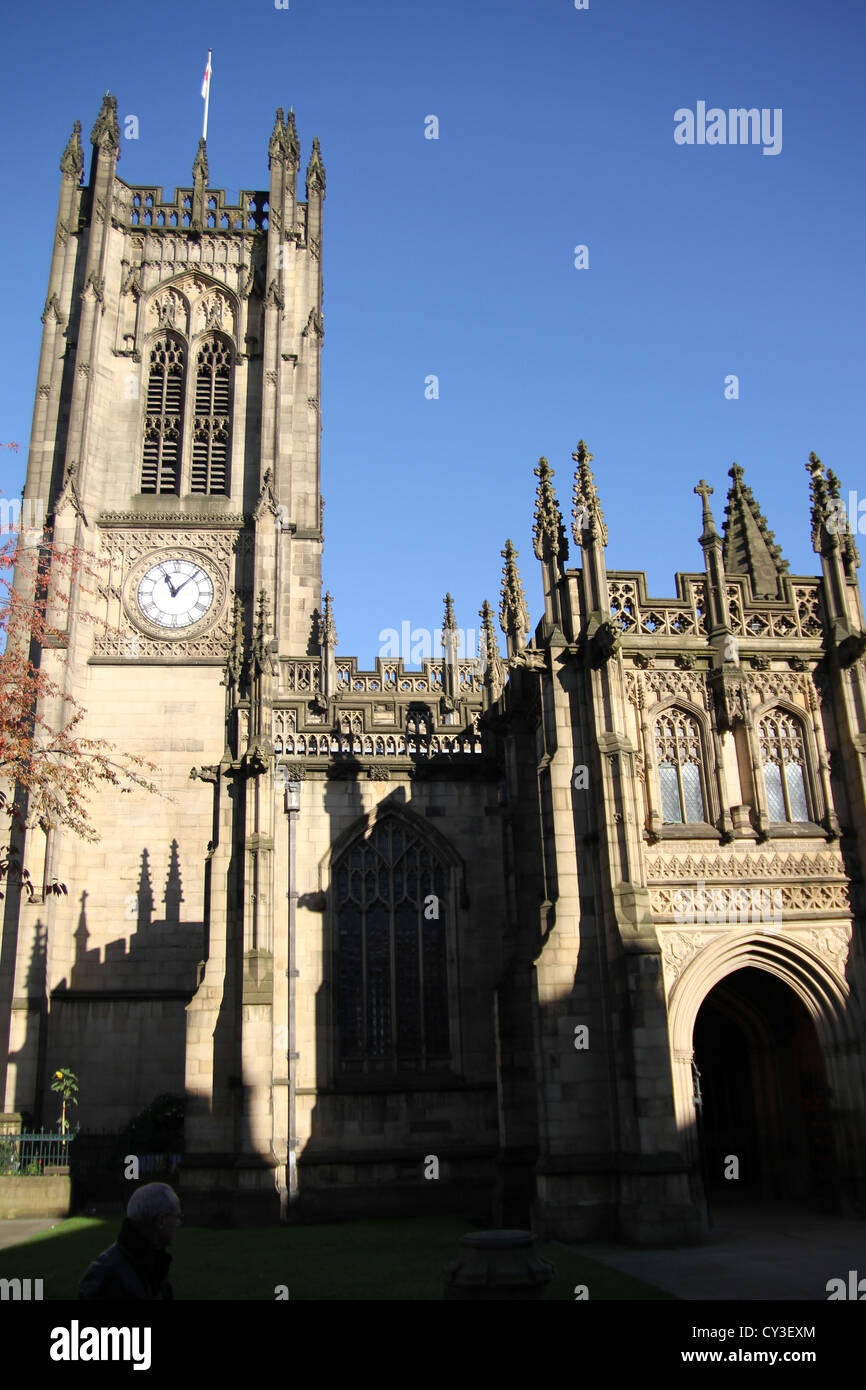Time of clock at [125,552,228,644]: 11:07
